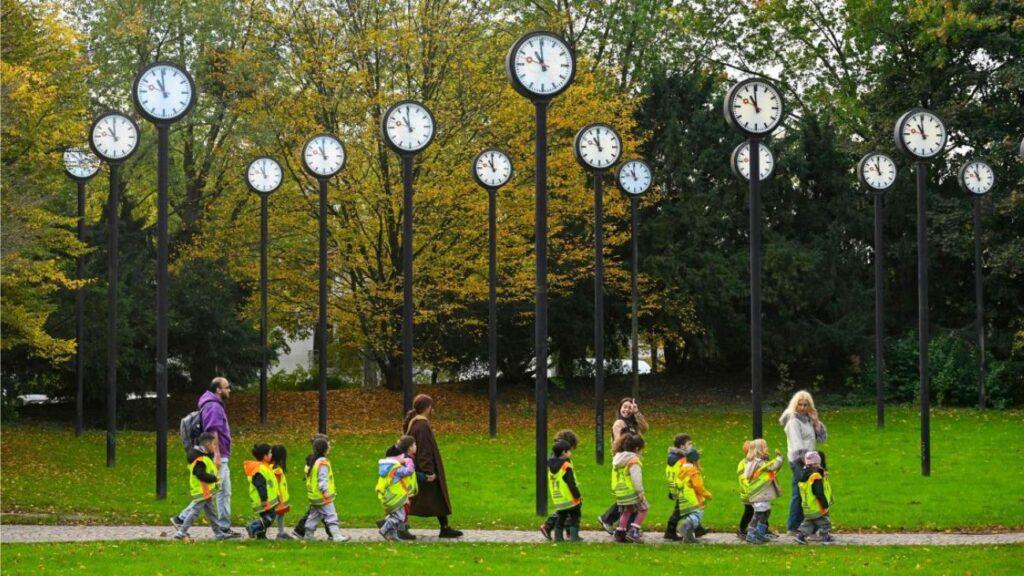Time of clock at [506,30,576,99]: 10:59
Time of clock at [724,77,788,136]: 10:59
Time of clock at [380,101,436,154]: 10:59
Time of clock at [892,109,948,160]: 10:59
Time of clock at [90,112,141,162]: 10:59
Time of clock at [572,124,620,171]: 10:59
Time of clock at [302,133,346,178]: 10:59
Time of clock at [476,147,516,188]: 10:59
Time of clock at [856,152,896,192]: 10:59
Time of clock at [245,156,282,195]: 10:58
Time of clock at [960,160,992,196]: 10:59
